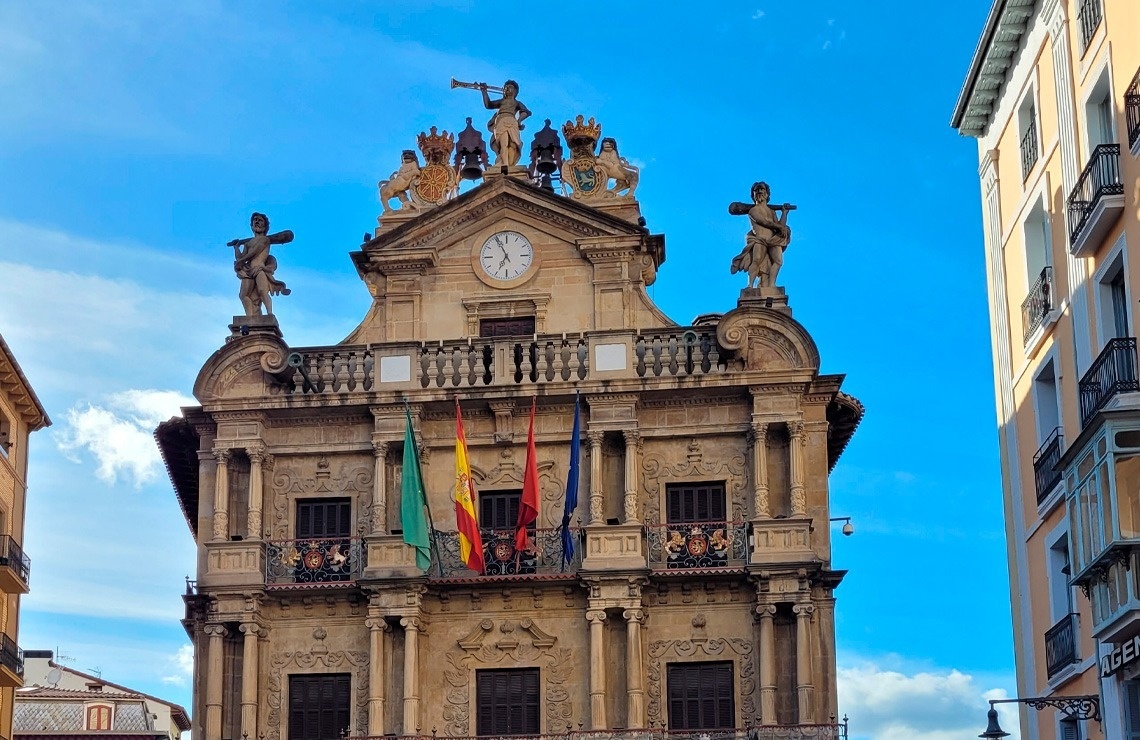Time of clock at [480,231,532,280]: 6:55
